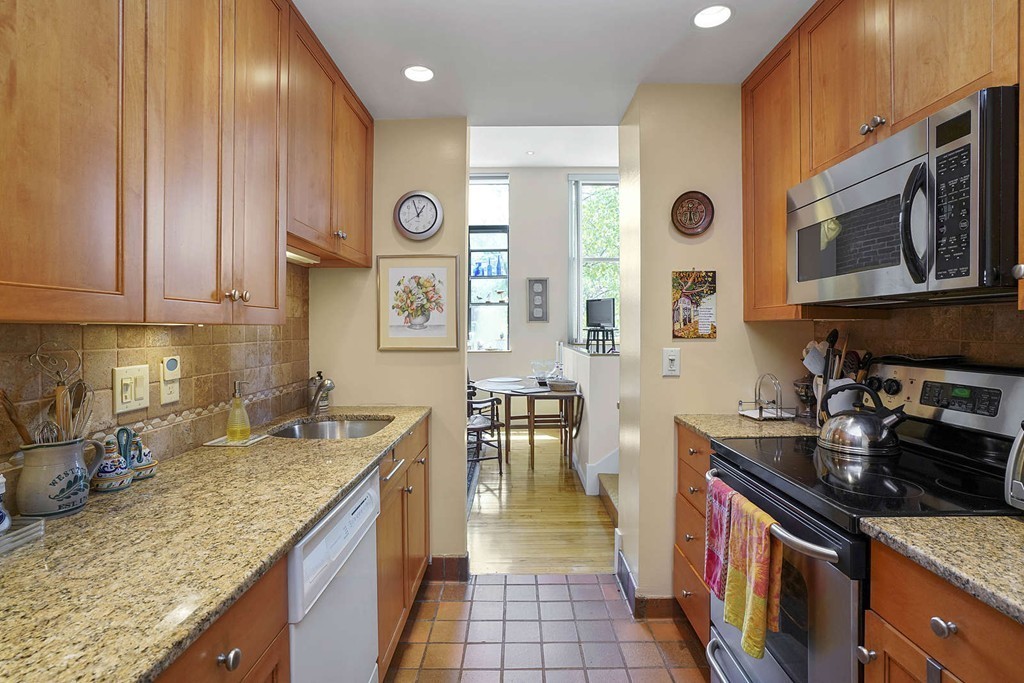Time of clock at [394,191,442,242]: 12:56
